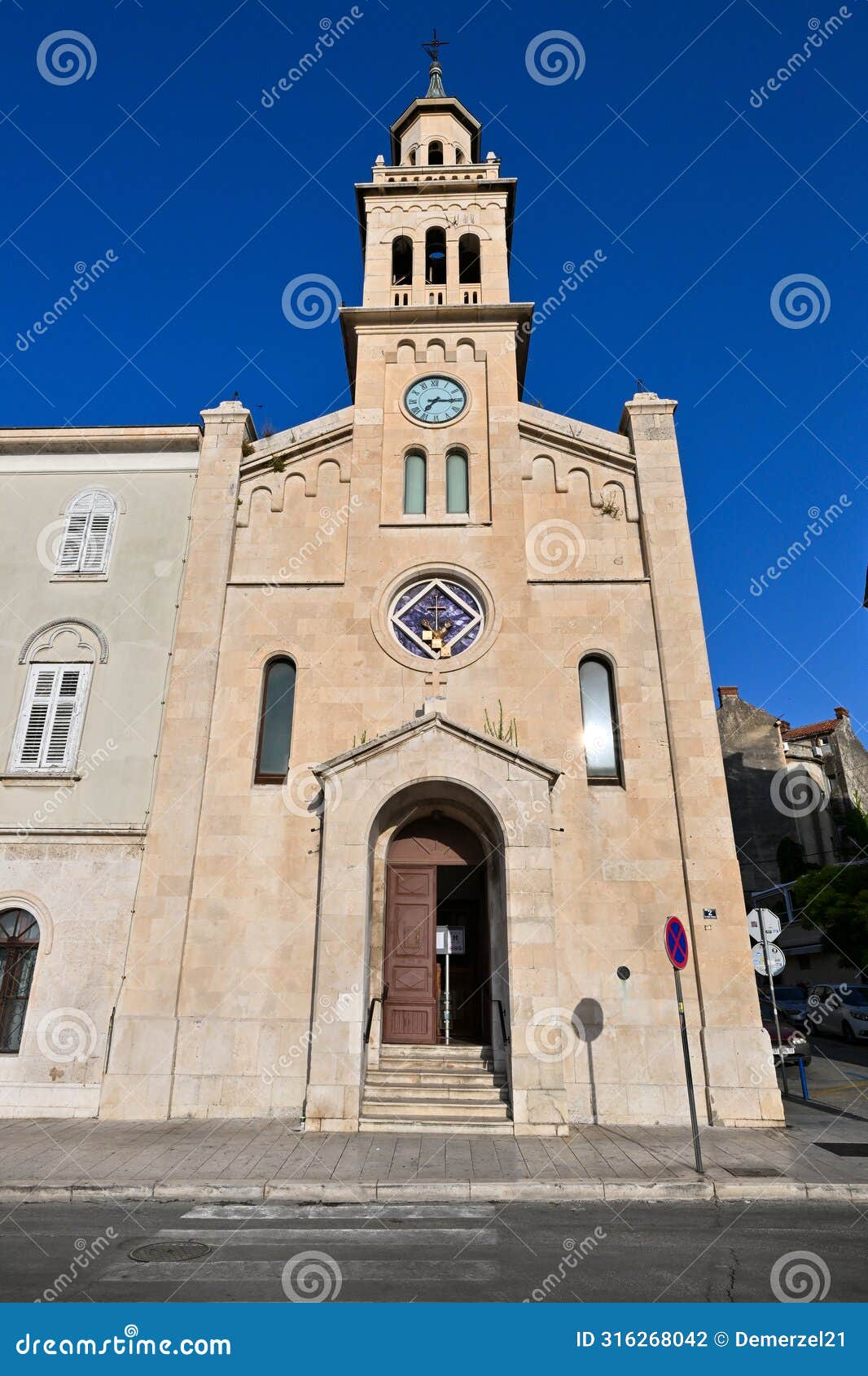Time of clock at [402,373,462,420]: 7:15
